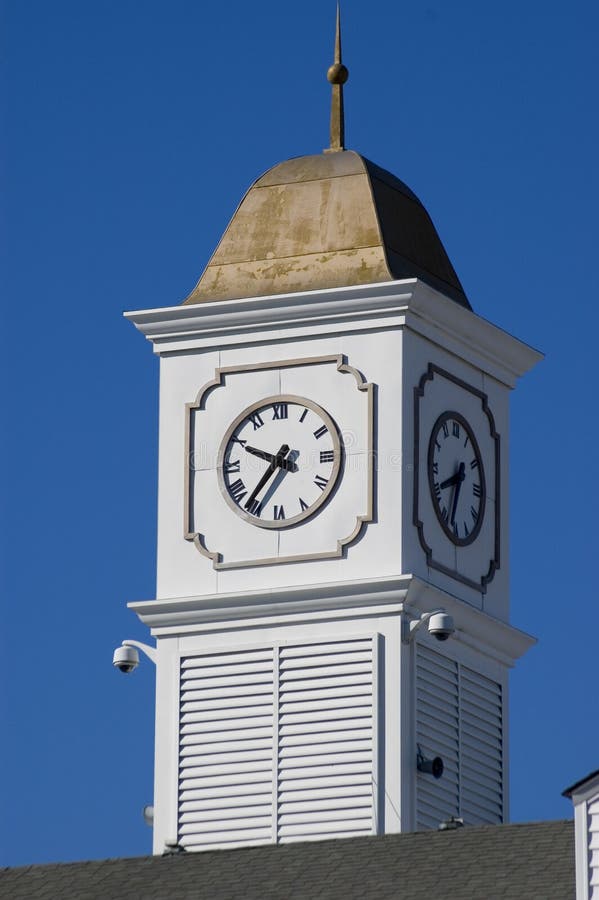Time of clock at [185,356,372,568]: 9:36
